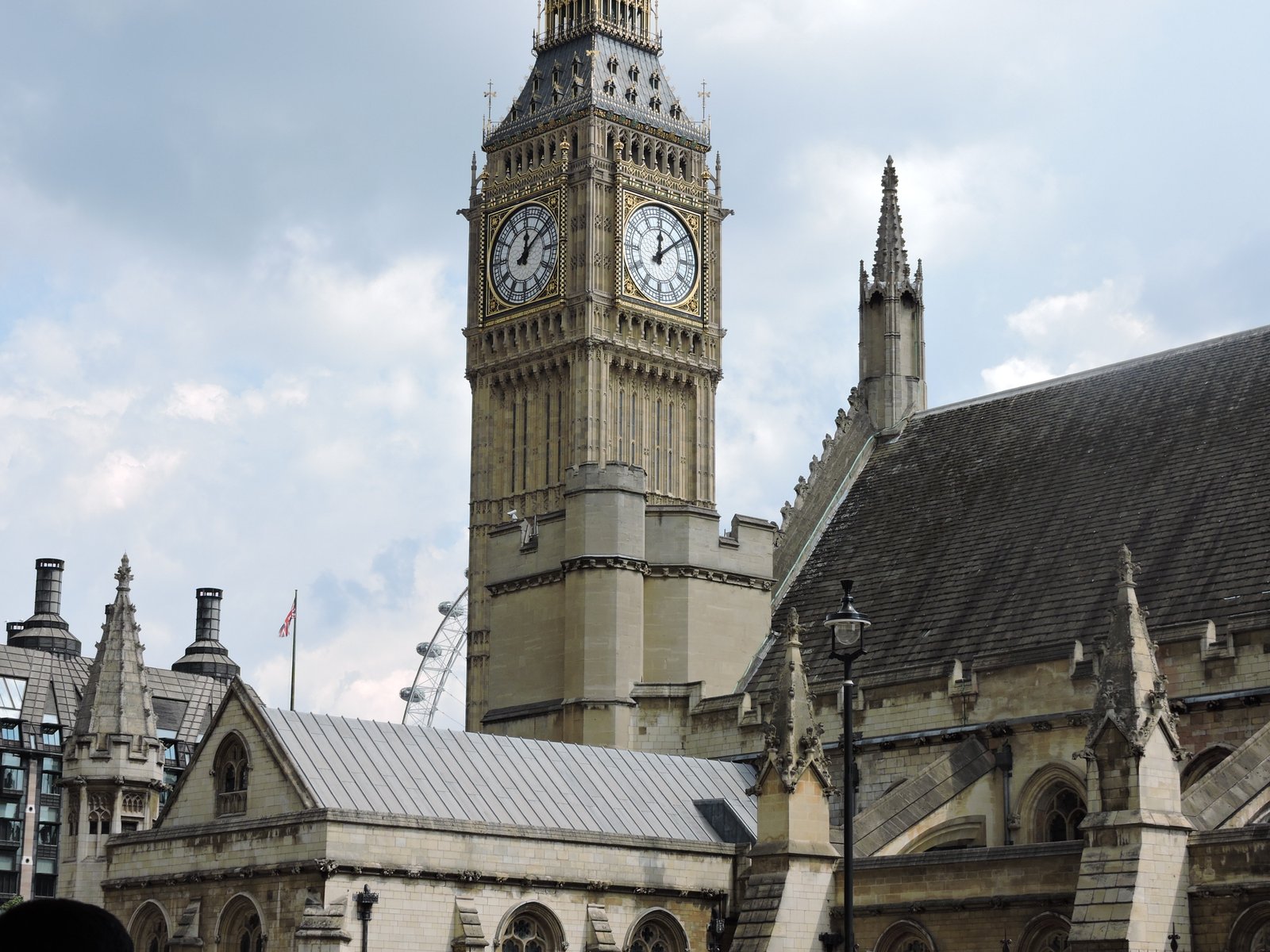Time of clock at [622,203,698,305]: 12:08
